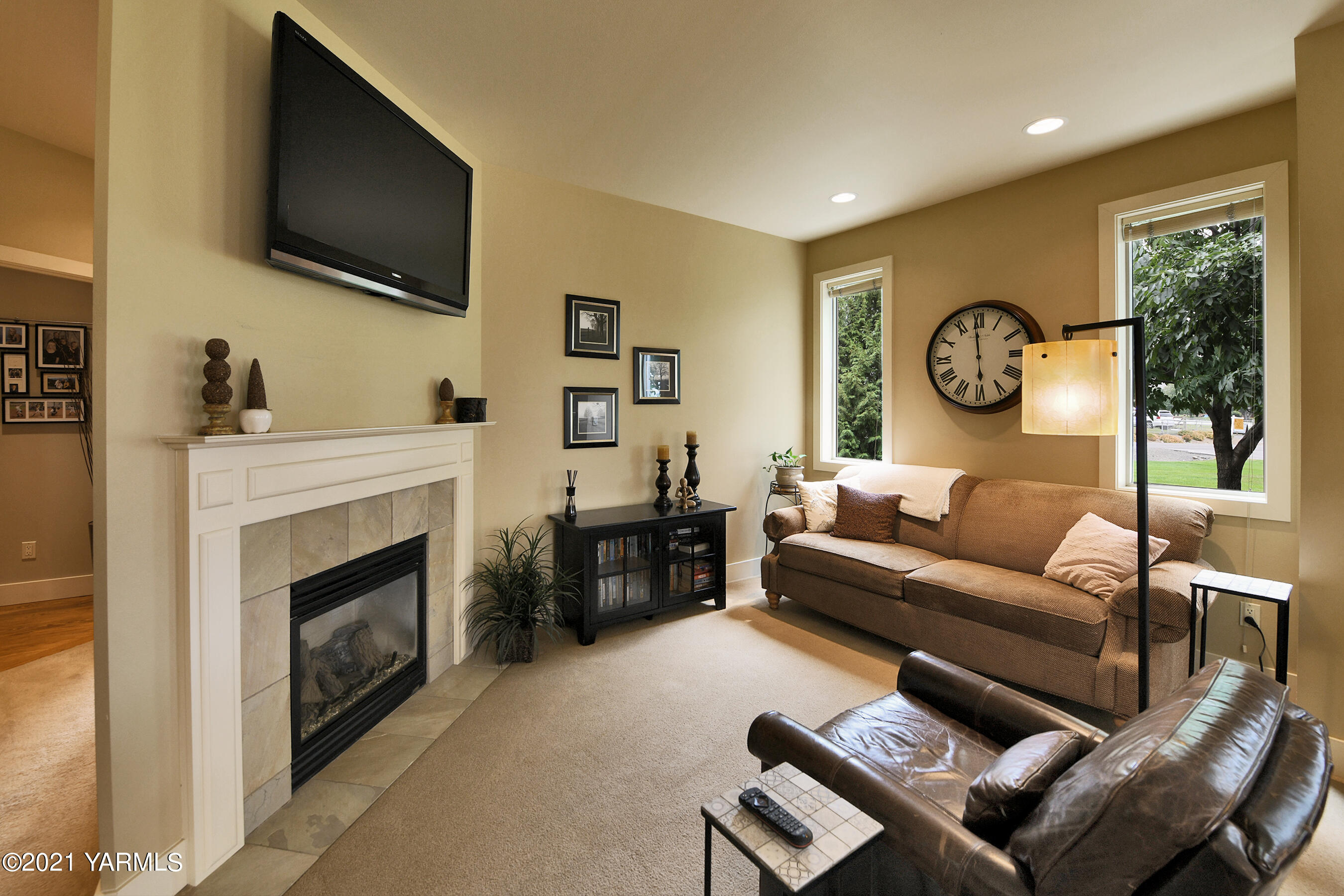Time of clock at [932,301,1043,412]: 5:59
